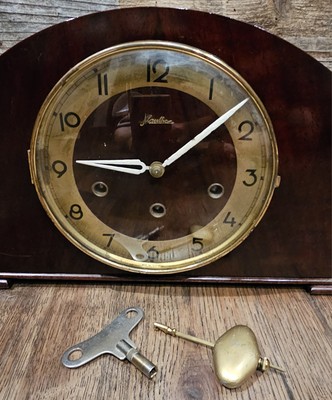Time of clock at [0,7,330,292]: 9:08
